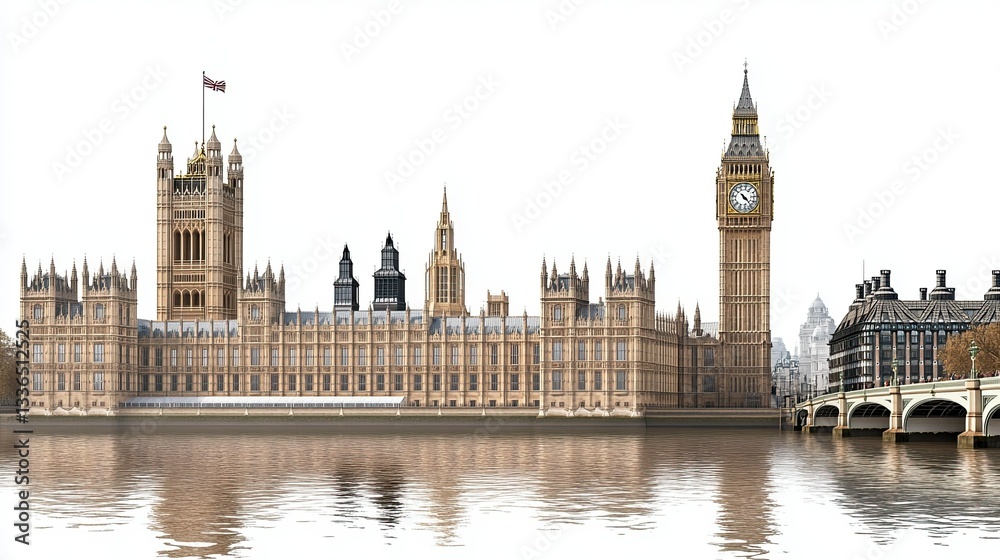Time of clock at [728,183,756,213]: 4:23
